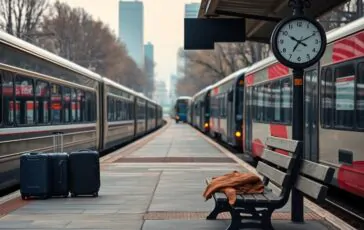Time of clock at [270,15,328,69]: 10:10
